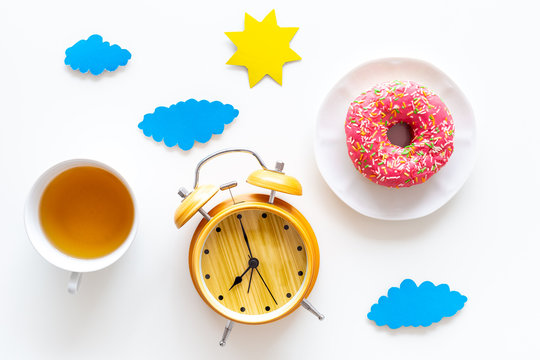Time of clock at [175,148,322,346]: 8:00
